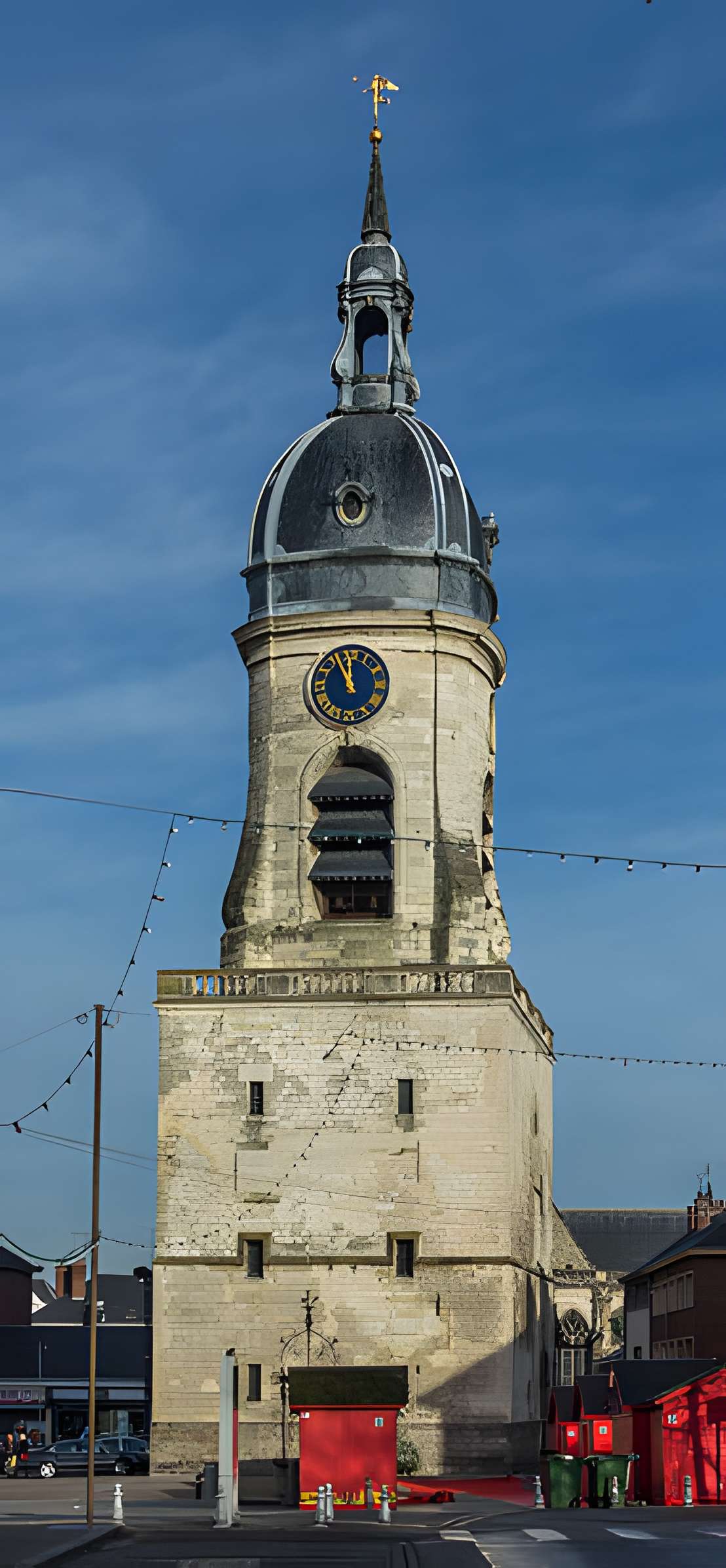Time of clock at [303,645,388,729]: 11:55
